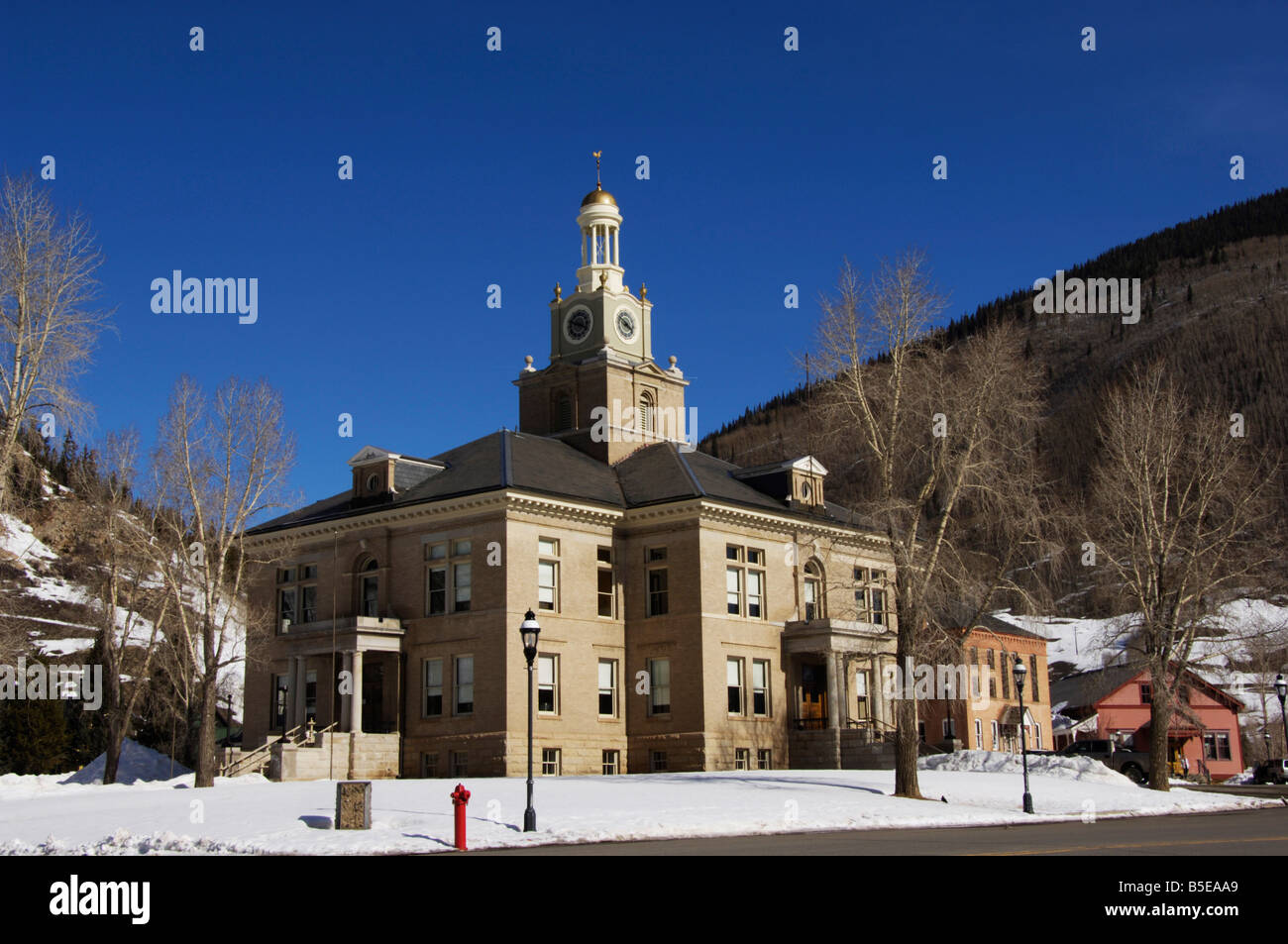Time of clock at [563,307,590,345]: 3:48
